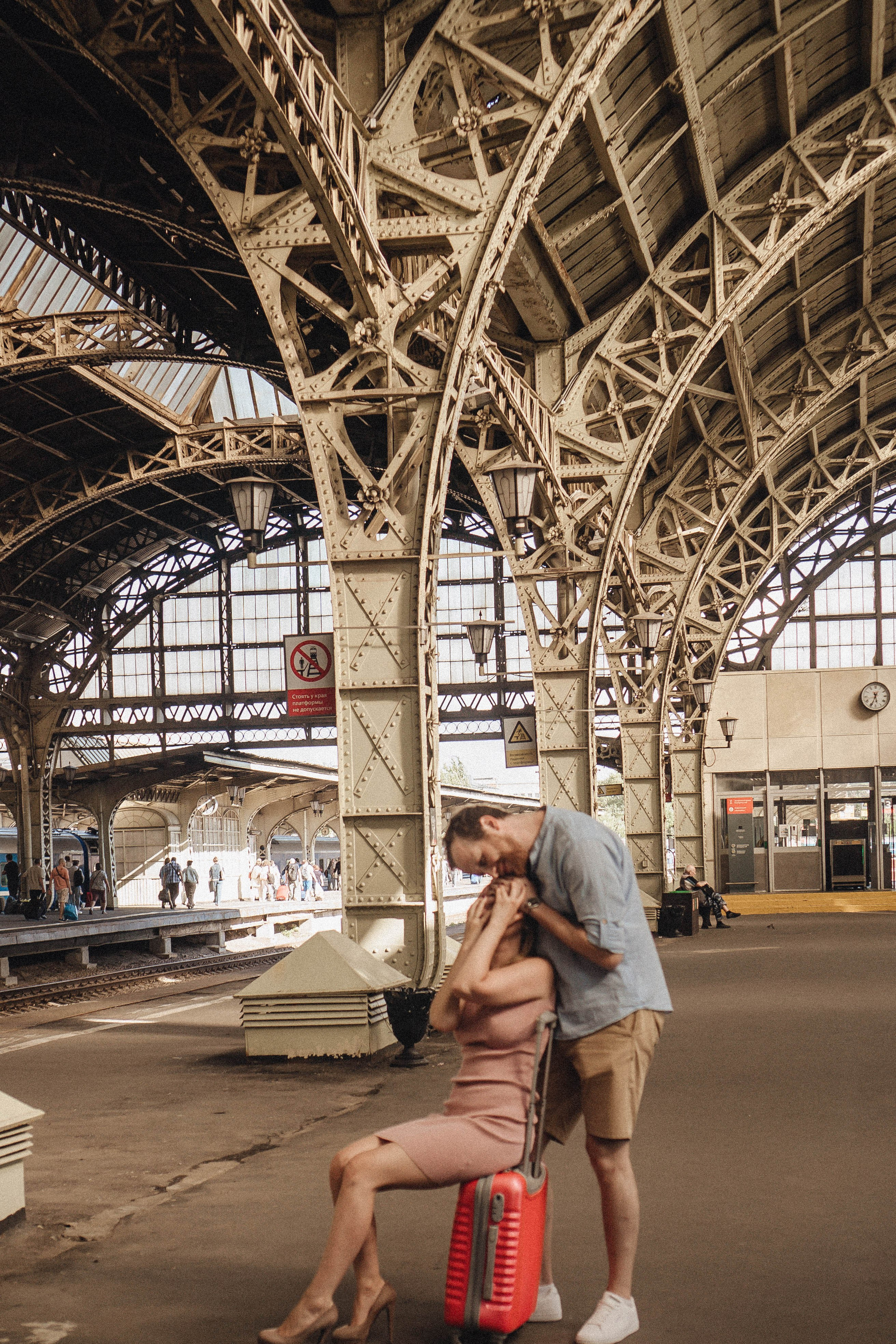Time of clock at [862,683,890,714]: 5:33
